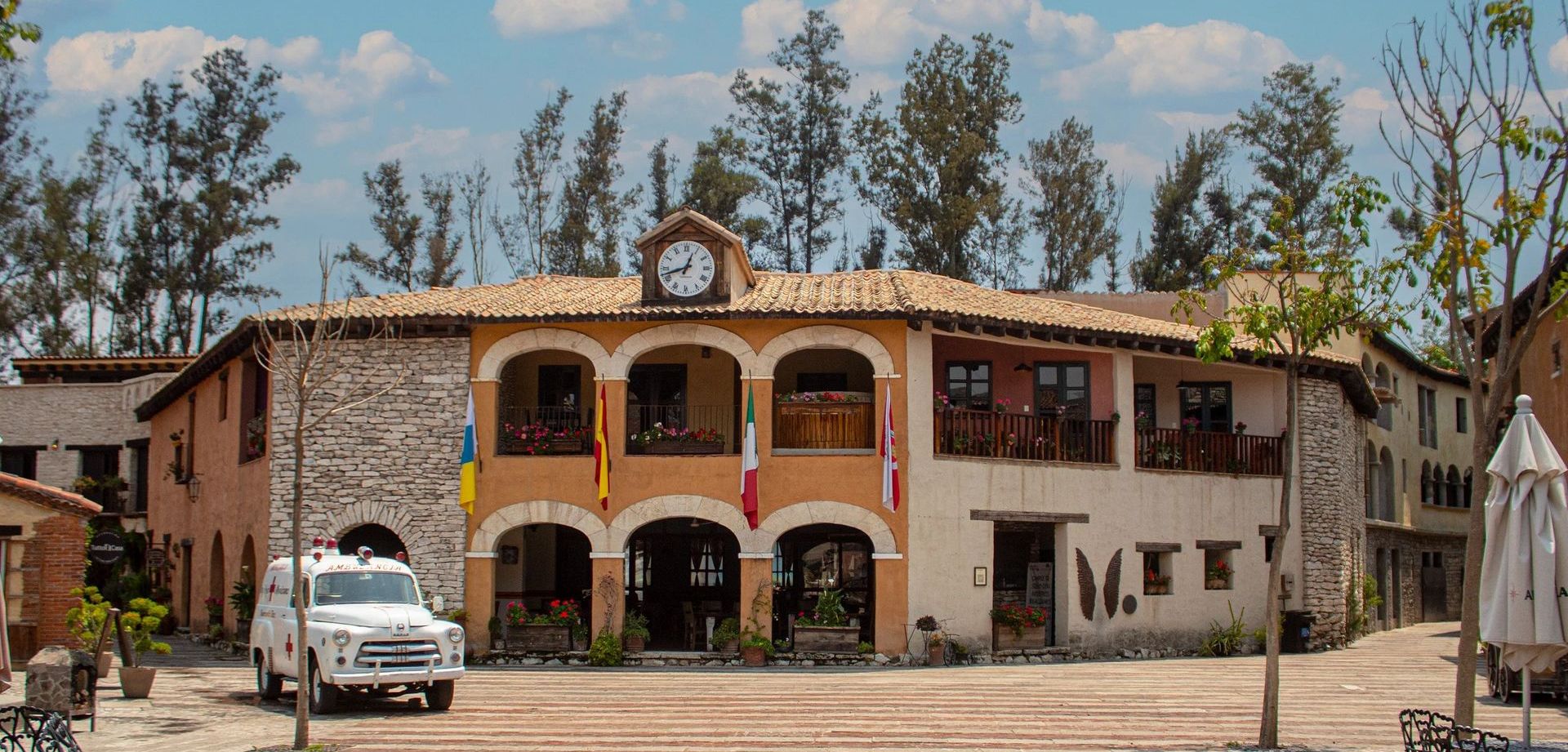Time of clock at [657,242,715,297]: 12:42
